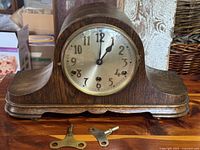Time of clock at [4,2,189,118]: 1:01
